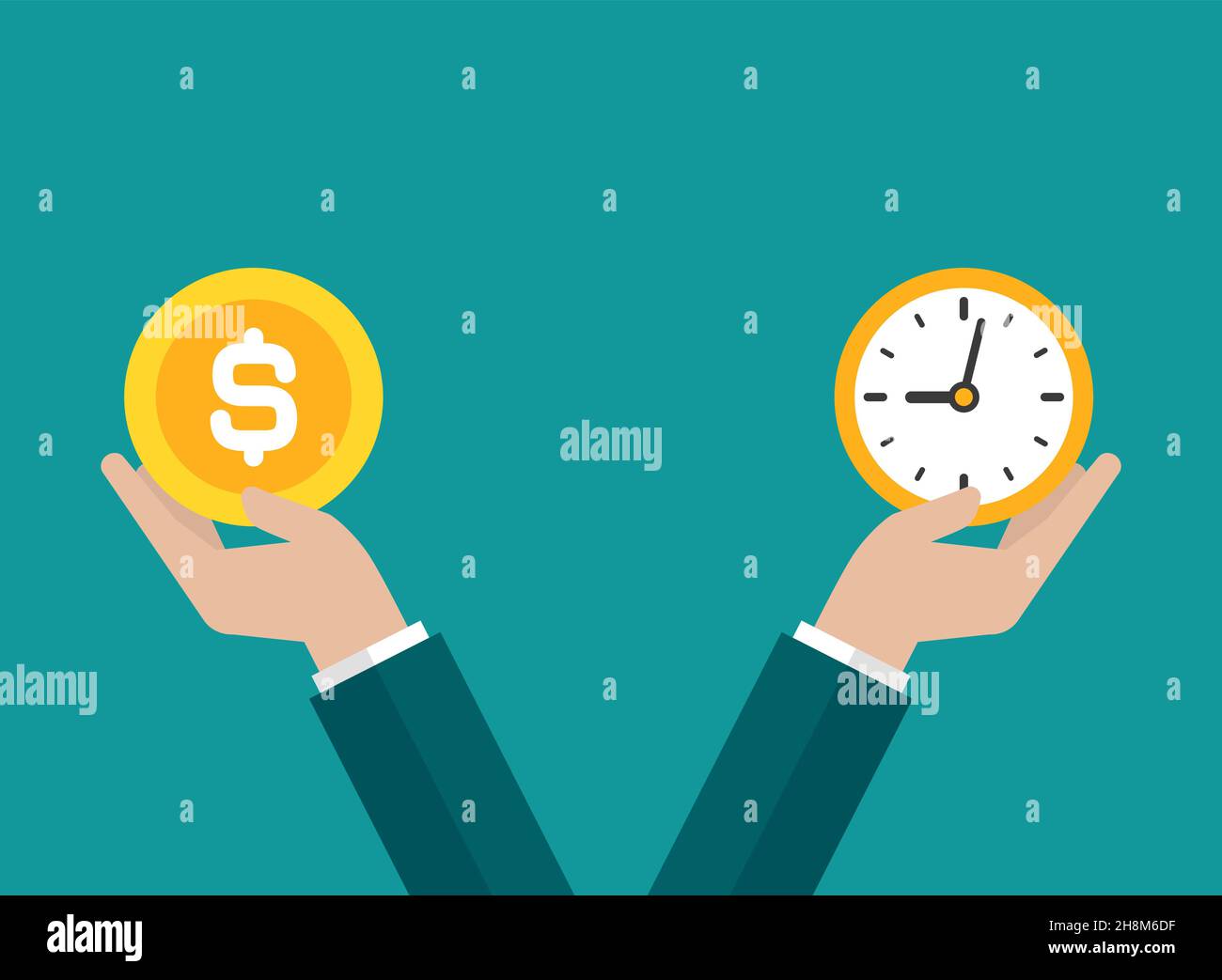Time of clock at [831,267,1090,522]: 9:02
